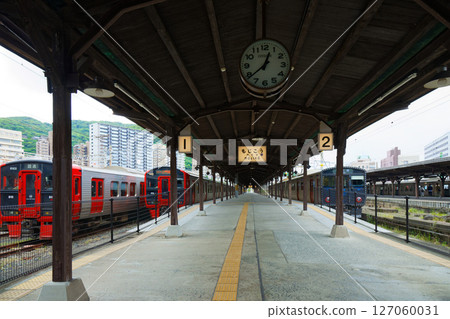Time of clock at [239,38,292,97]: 12:38
